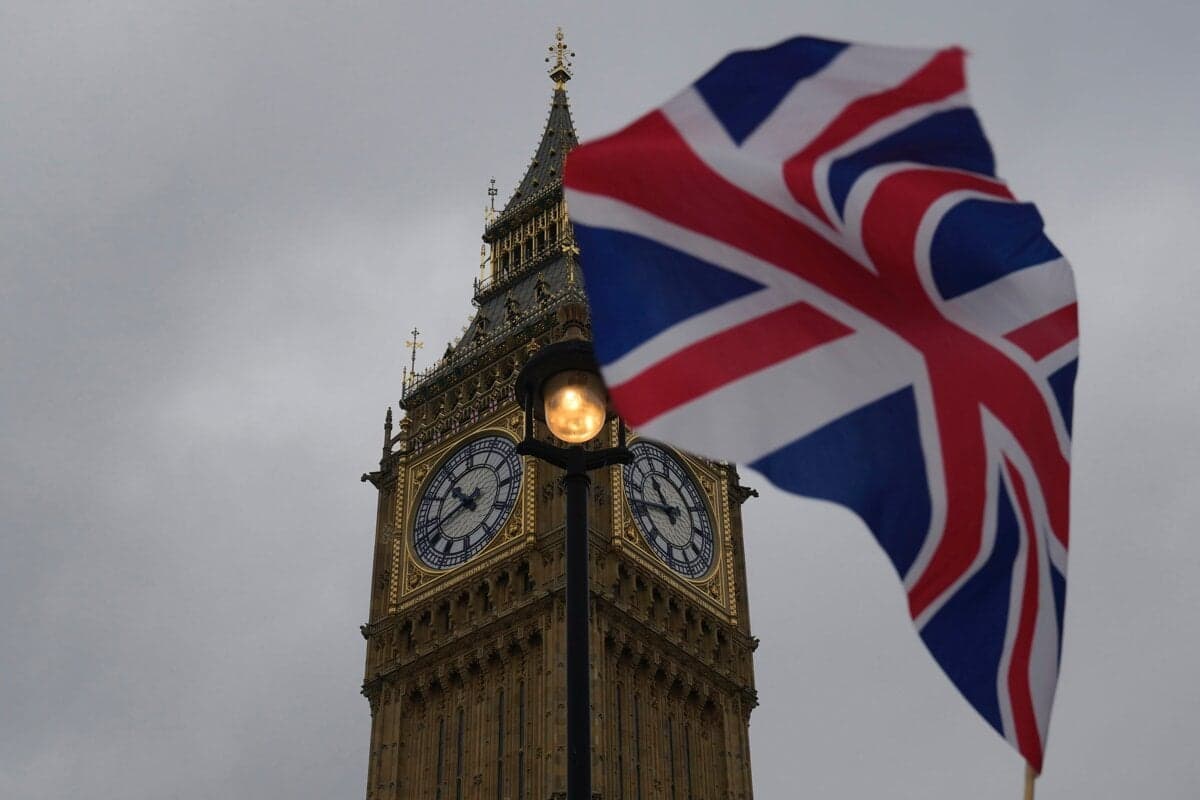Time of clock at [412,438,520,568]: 10:42
